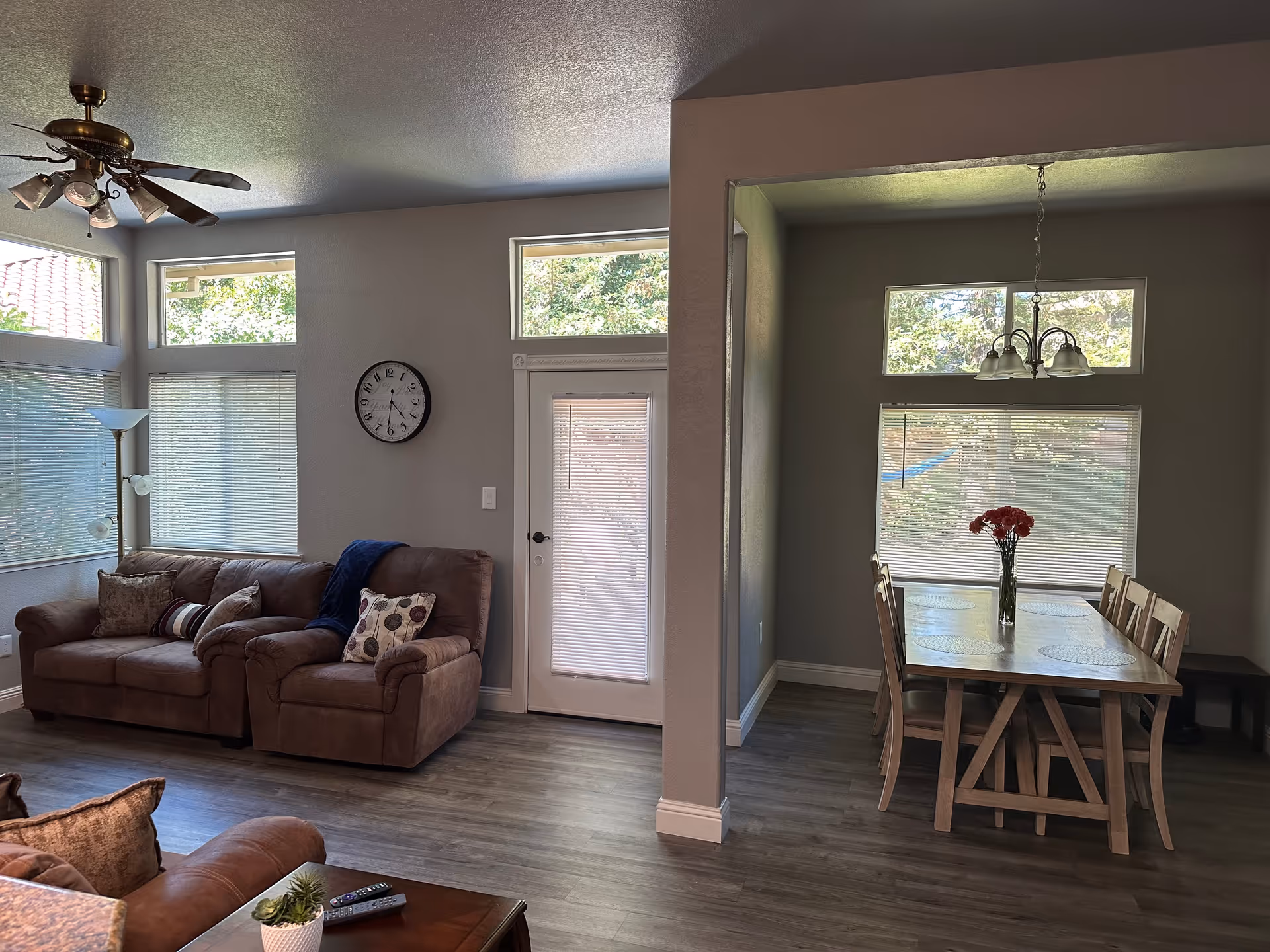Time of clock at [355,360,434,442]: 4:31
